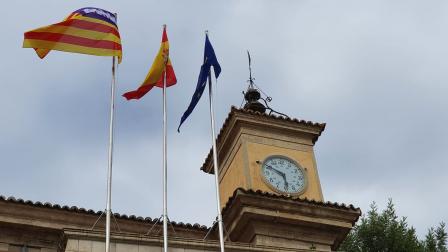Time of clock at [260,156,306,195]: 5:49
